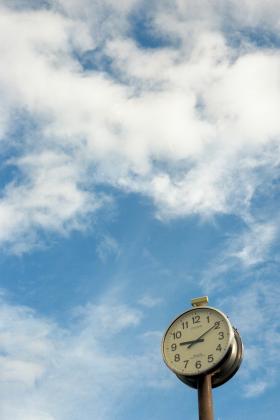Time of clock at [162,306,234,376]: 9:09
